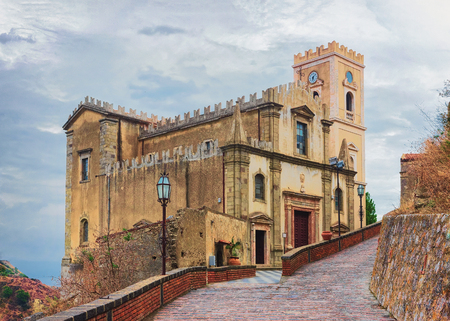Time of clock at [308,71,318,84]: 6:07
